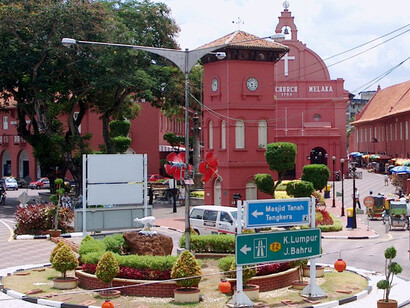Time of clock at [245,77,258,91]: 5:51
